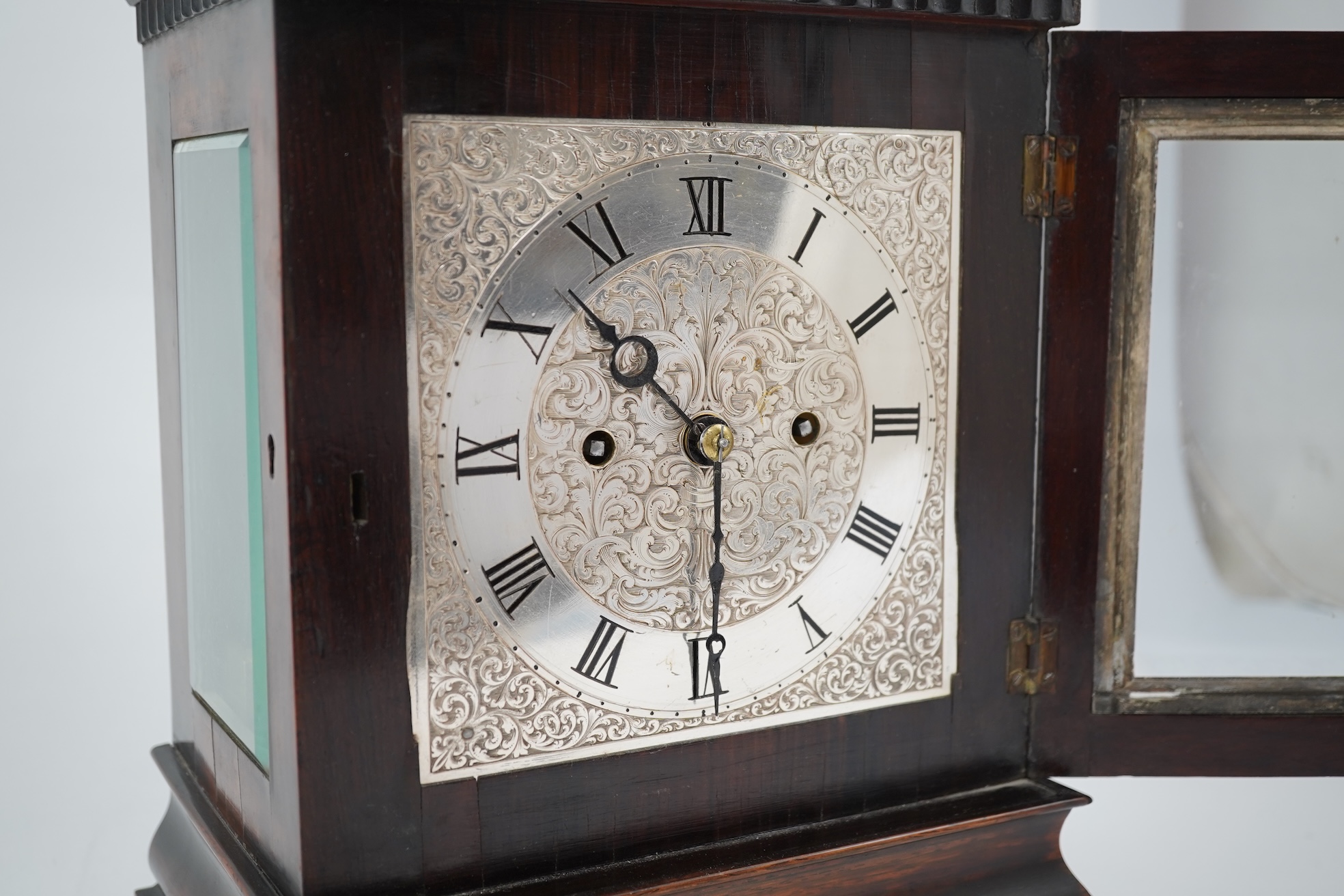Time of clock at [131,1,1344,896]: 10:30
